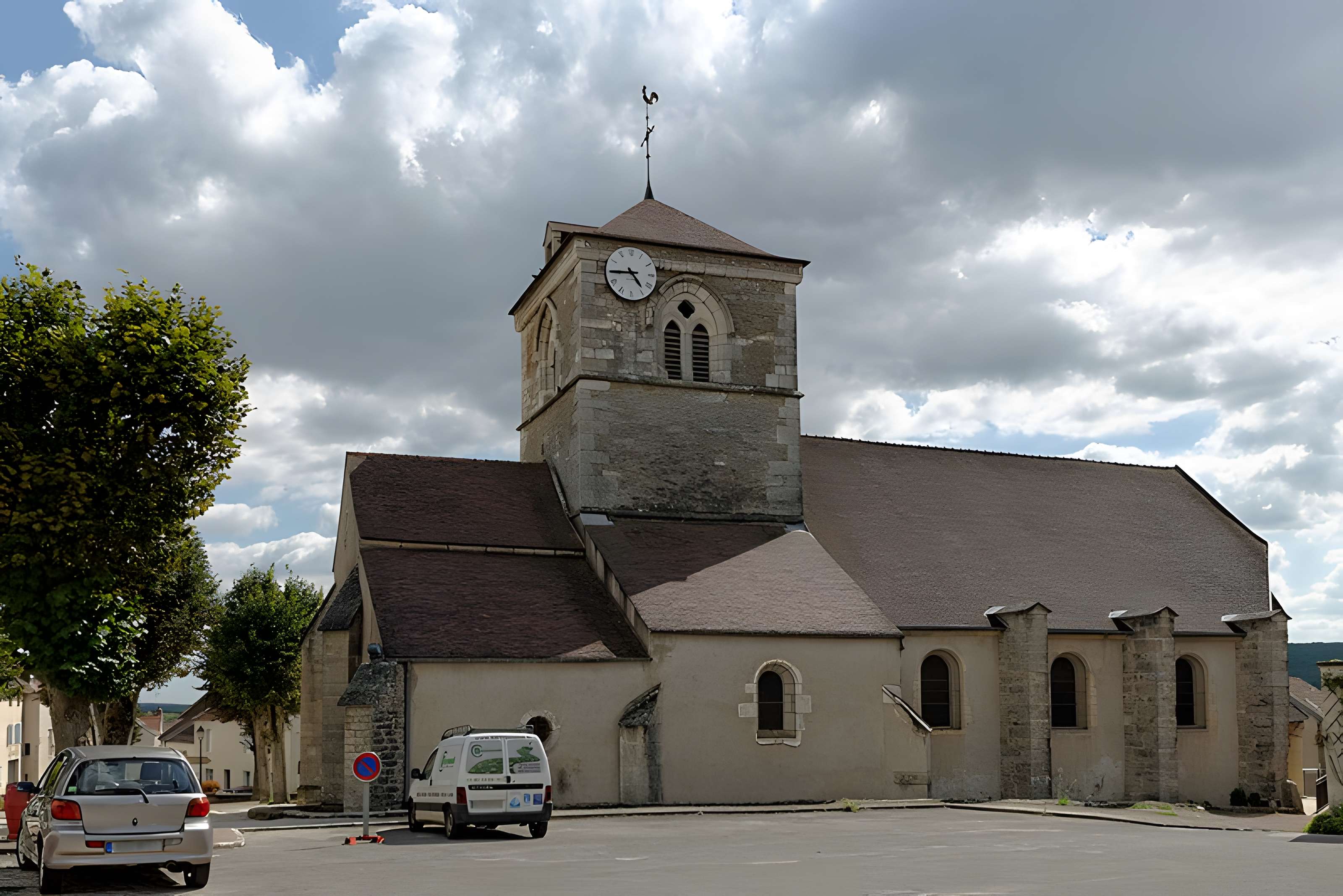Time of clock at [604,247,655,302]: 4:44
